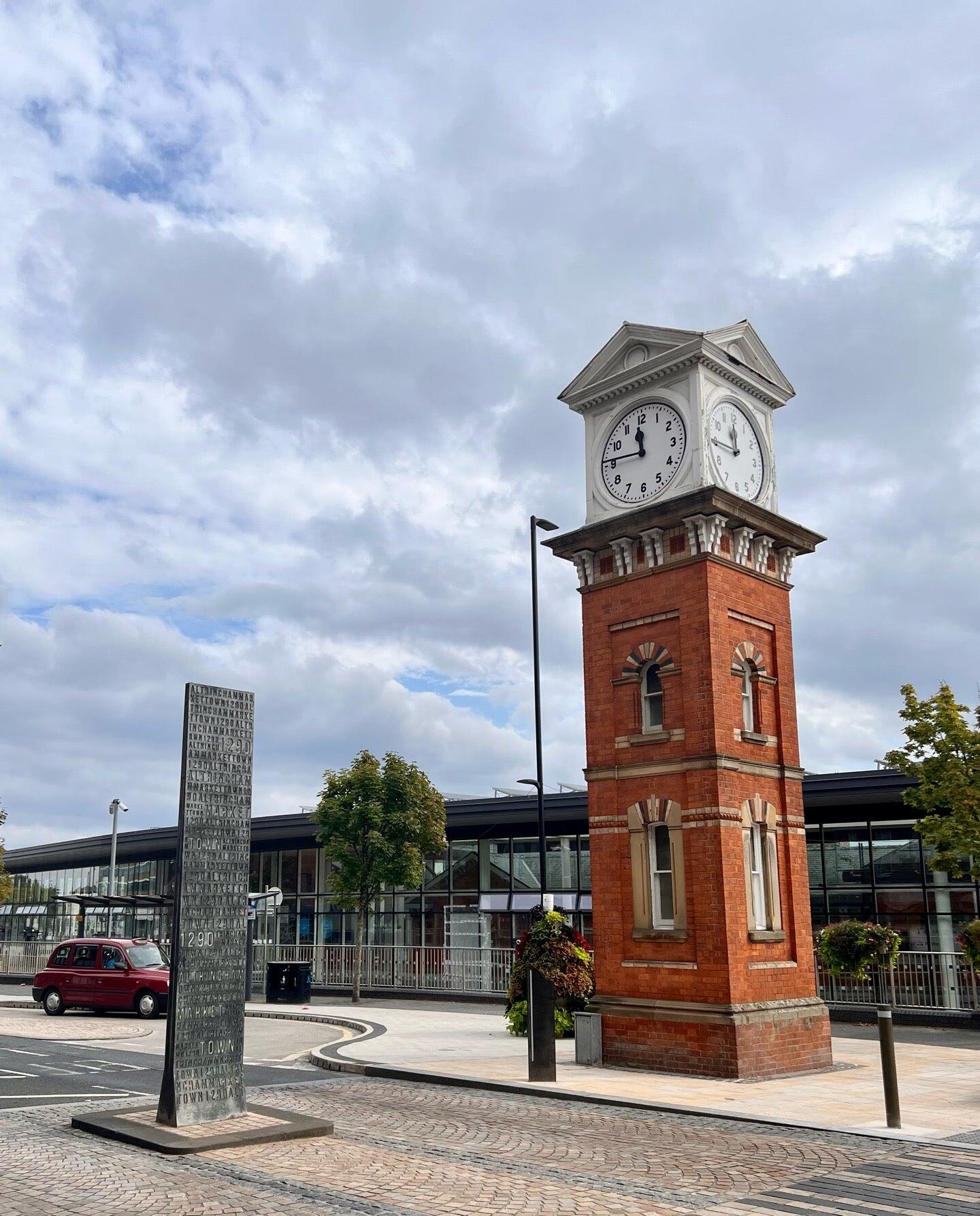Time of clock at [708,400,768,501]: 11:44
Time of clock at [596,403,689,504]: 11:46
